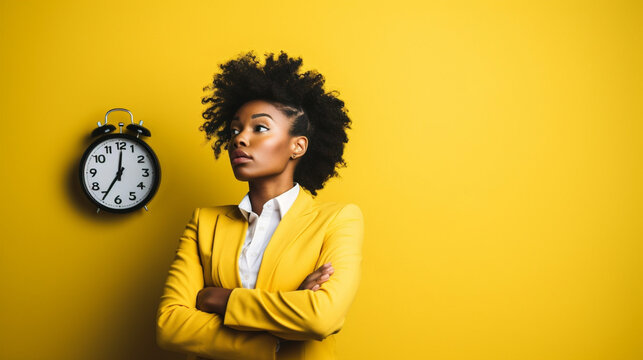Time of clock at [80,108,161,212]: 7:00
